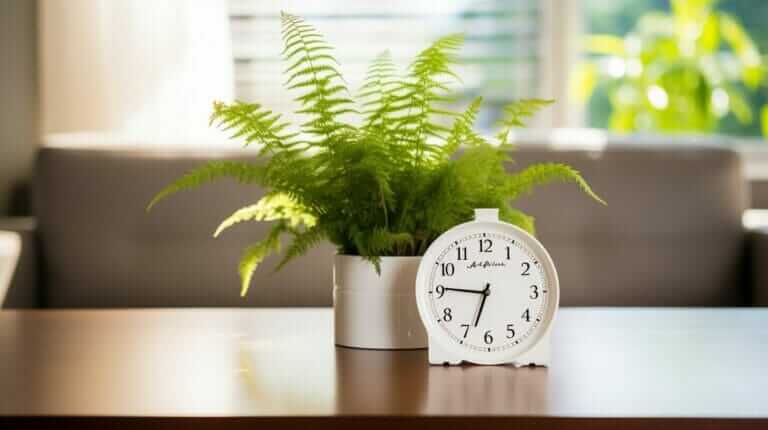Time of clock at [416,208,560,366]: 6:45
